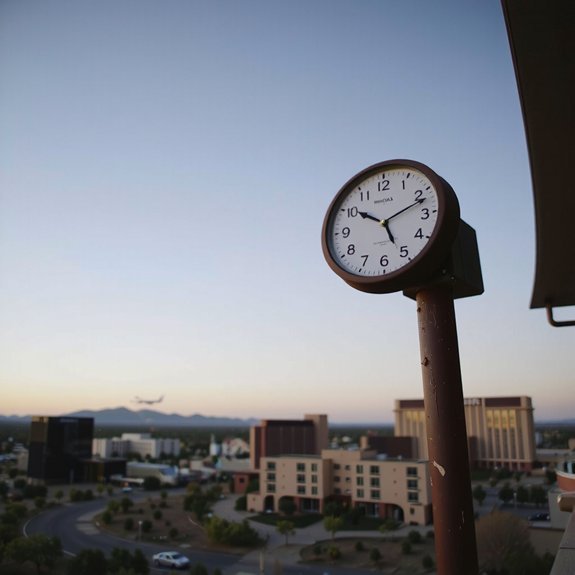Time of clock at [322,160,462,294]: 10:11
